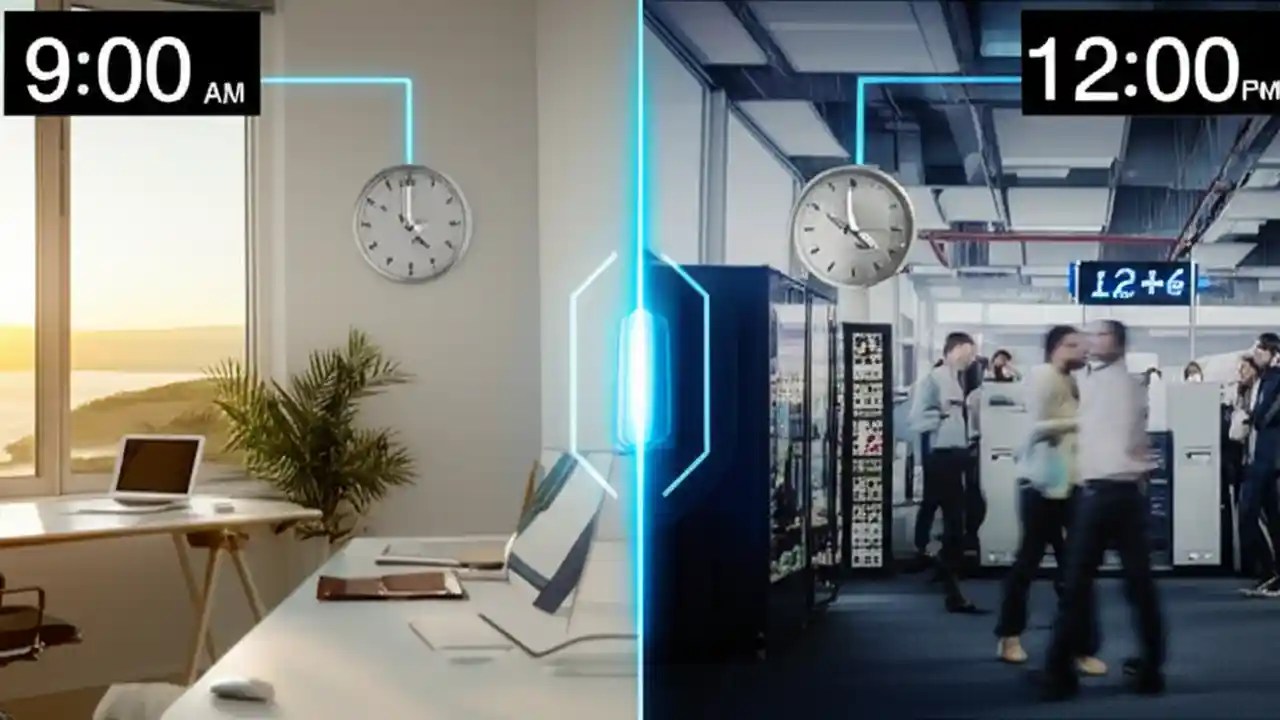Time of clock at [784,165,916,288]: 3:58
